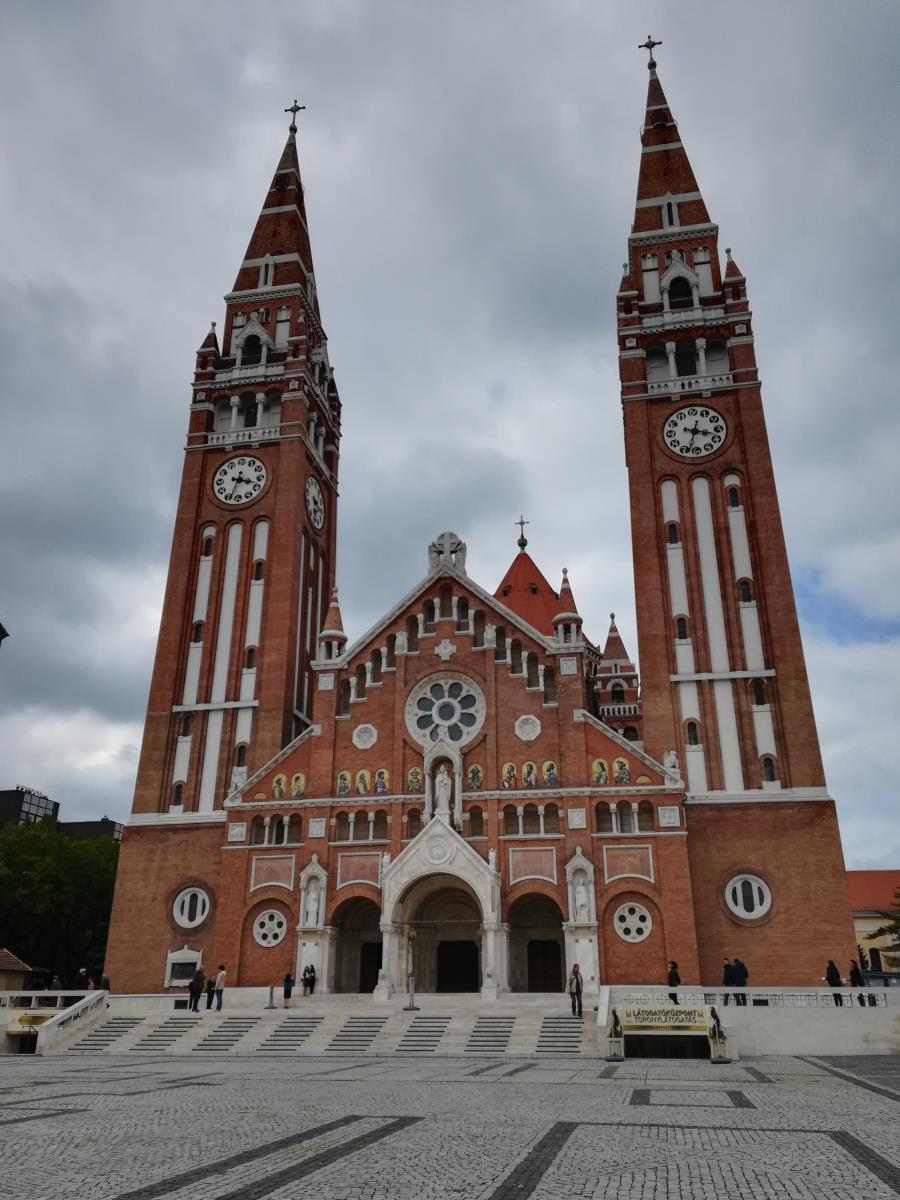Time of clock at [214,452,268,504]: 3:33
